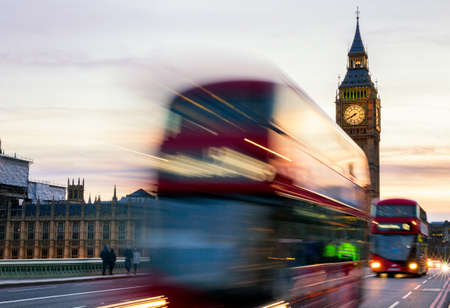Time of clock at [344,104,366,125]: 7:40
